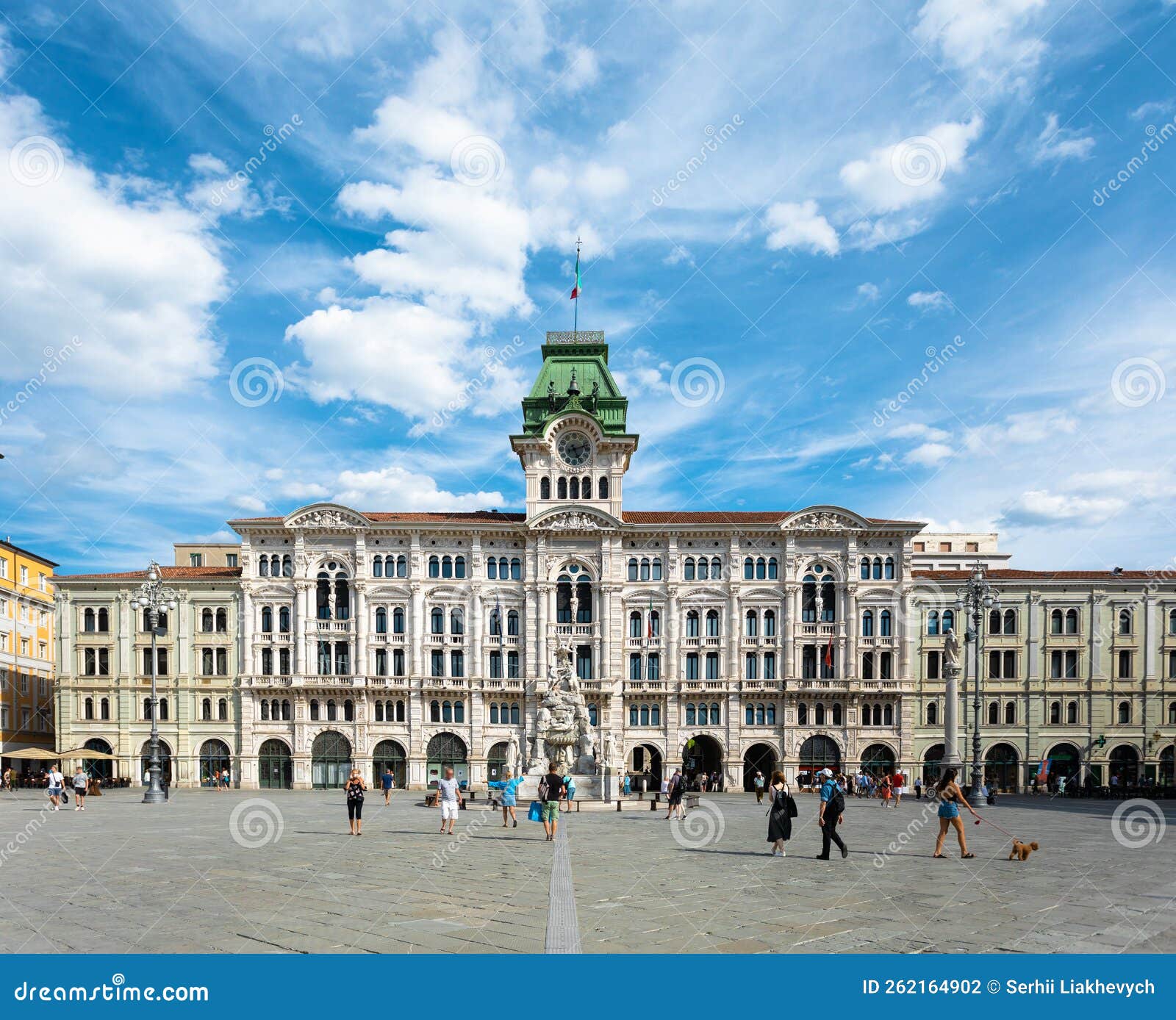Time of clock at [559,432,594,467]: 5:12
